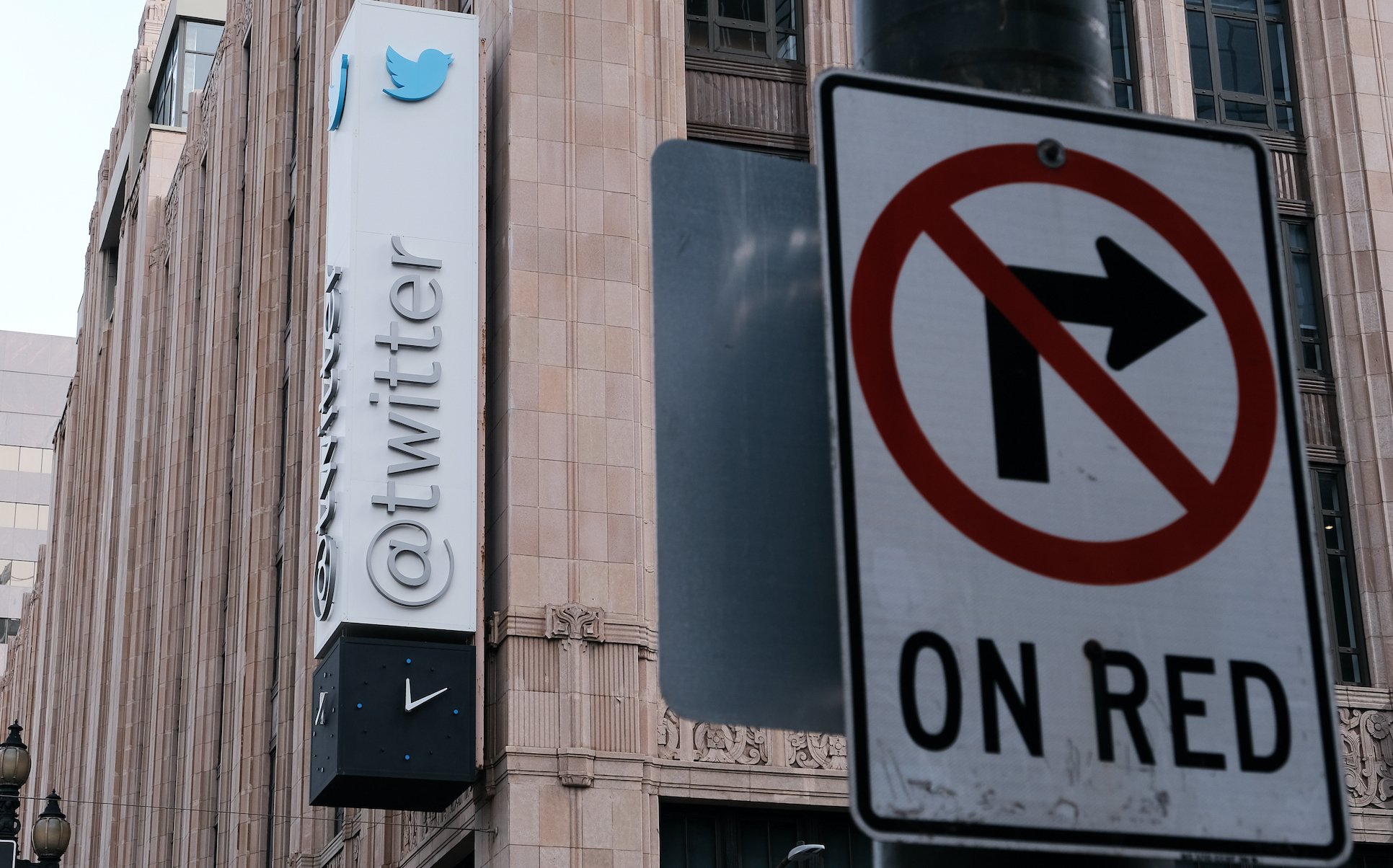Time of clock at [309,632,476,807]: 12:10
